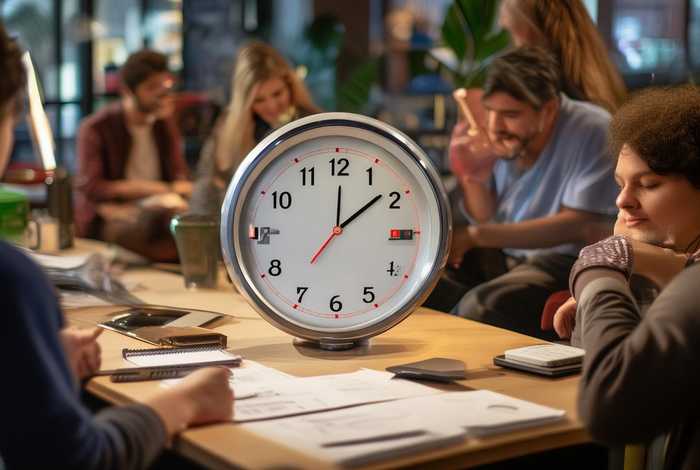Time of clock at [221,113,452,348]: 12:08
